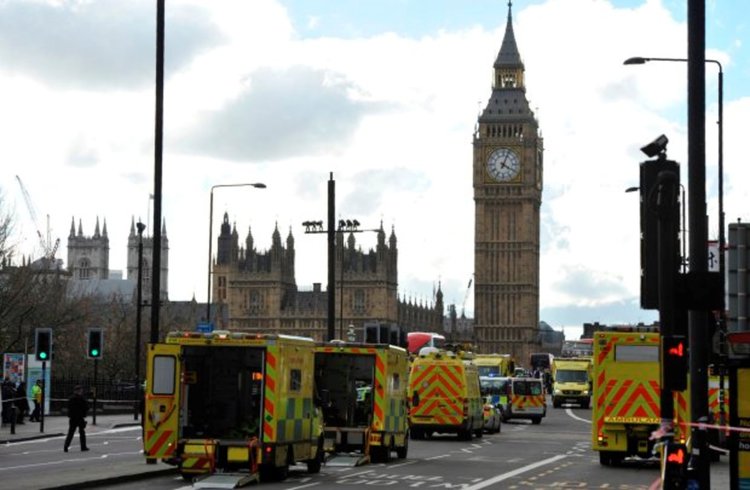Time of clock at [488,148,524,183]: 4:03
